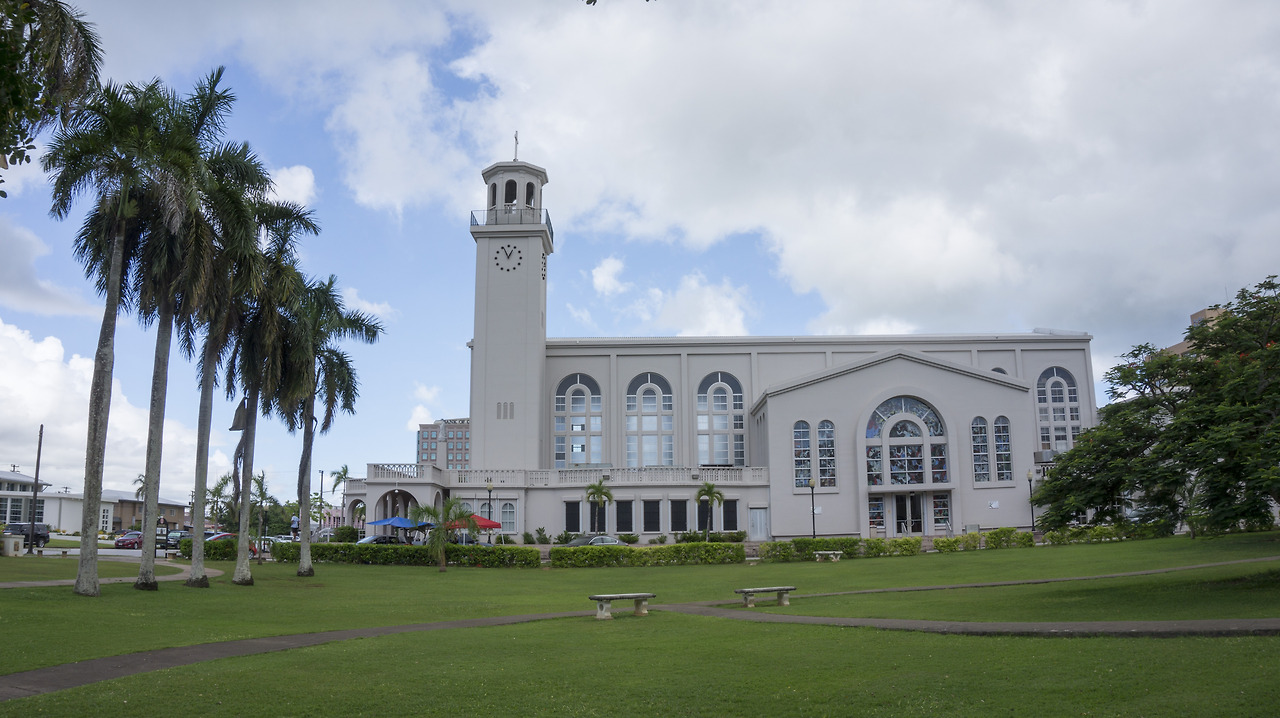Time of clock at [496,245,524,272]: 12:55
